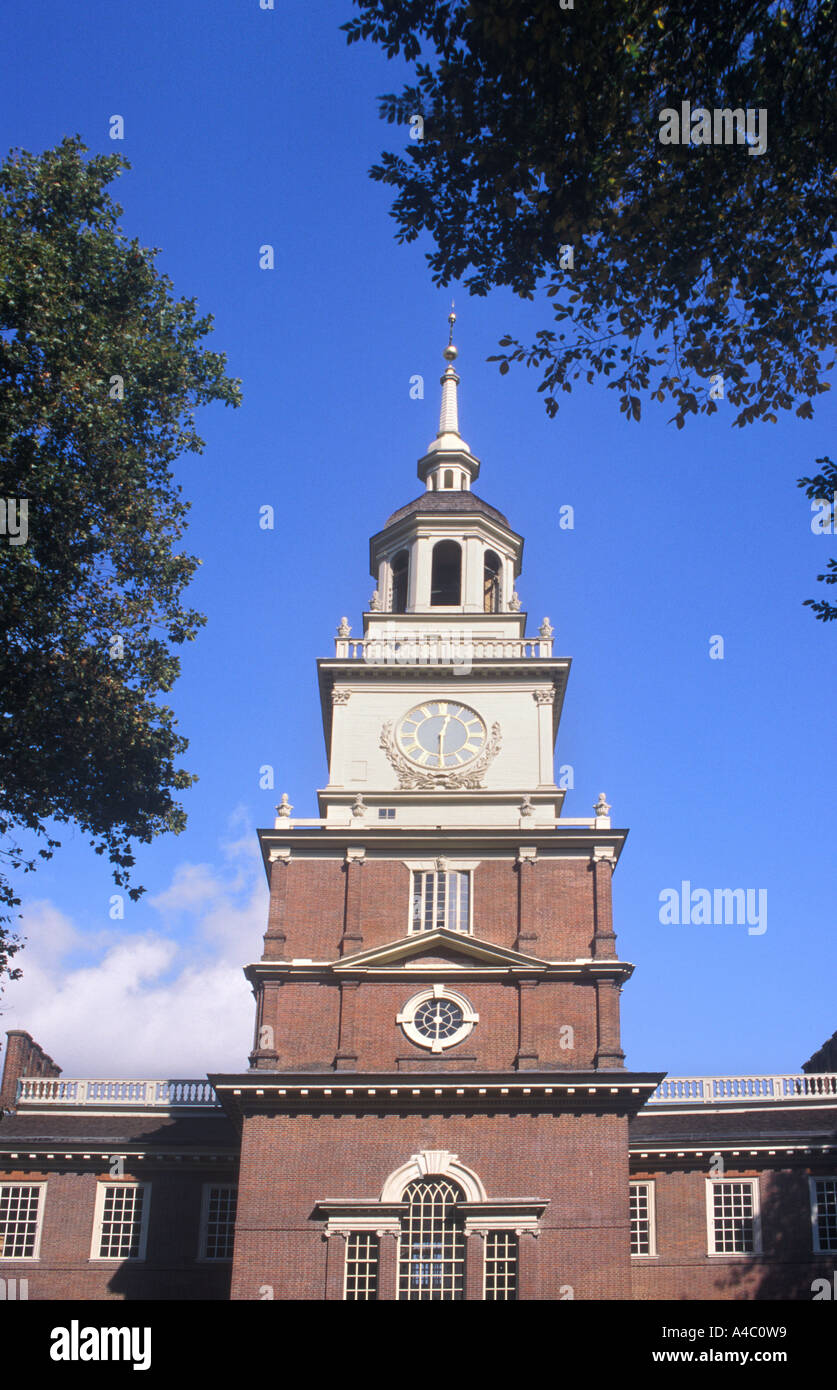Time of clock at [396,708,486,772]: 12:29
